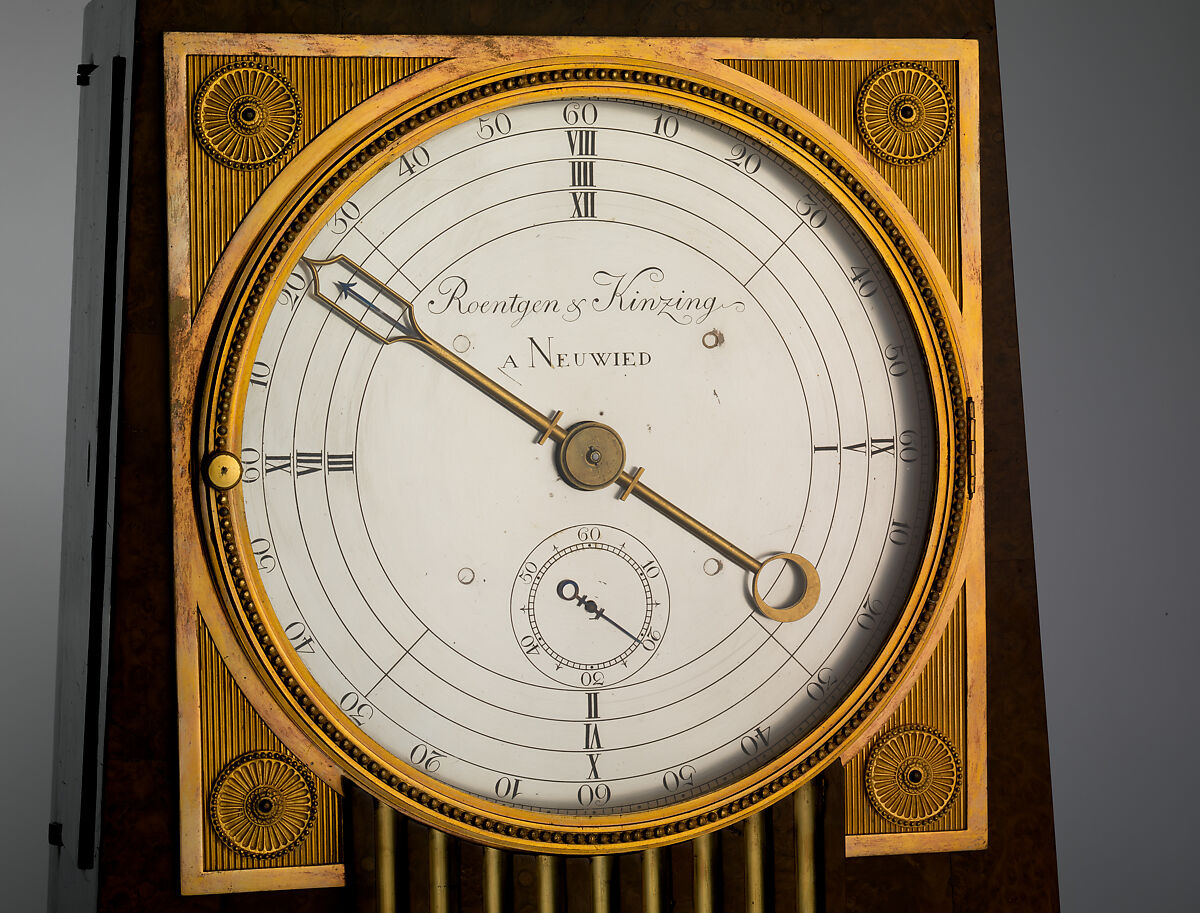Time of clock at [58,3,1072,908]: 3:50
